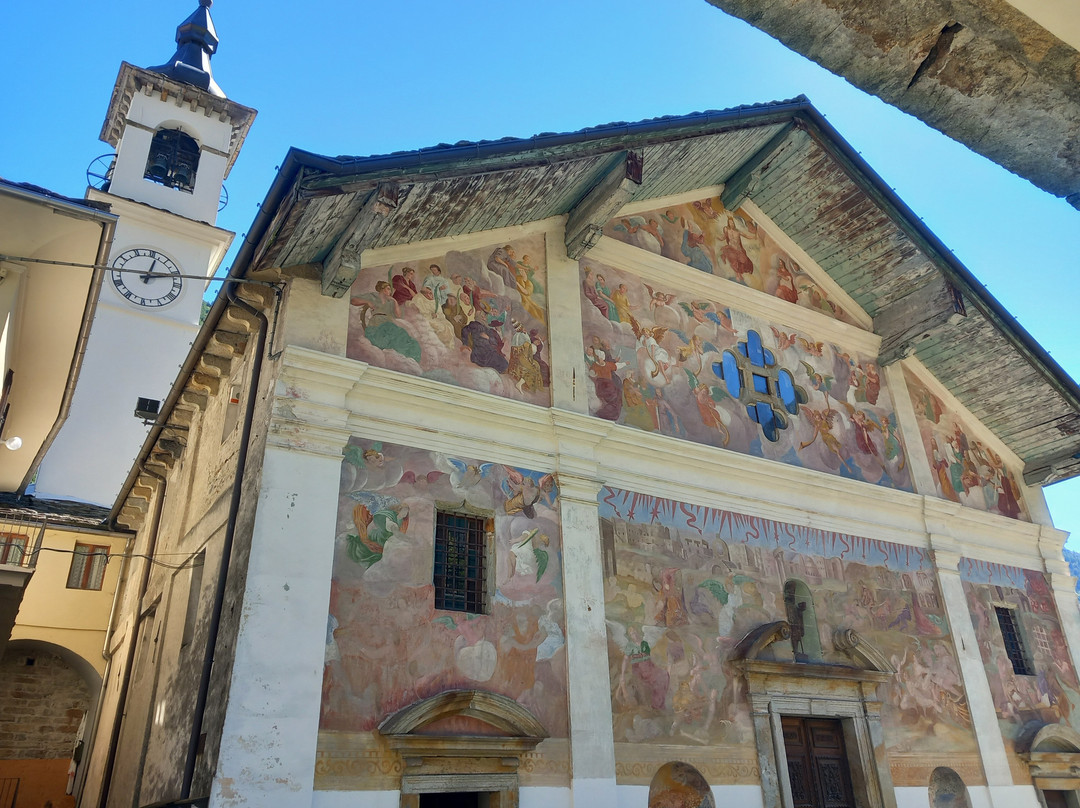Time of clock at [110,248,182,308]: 12:12
